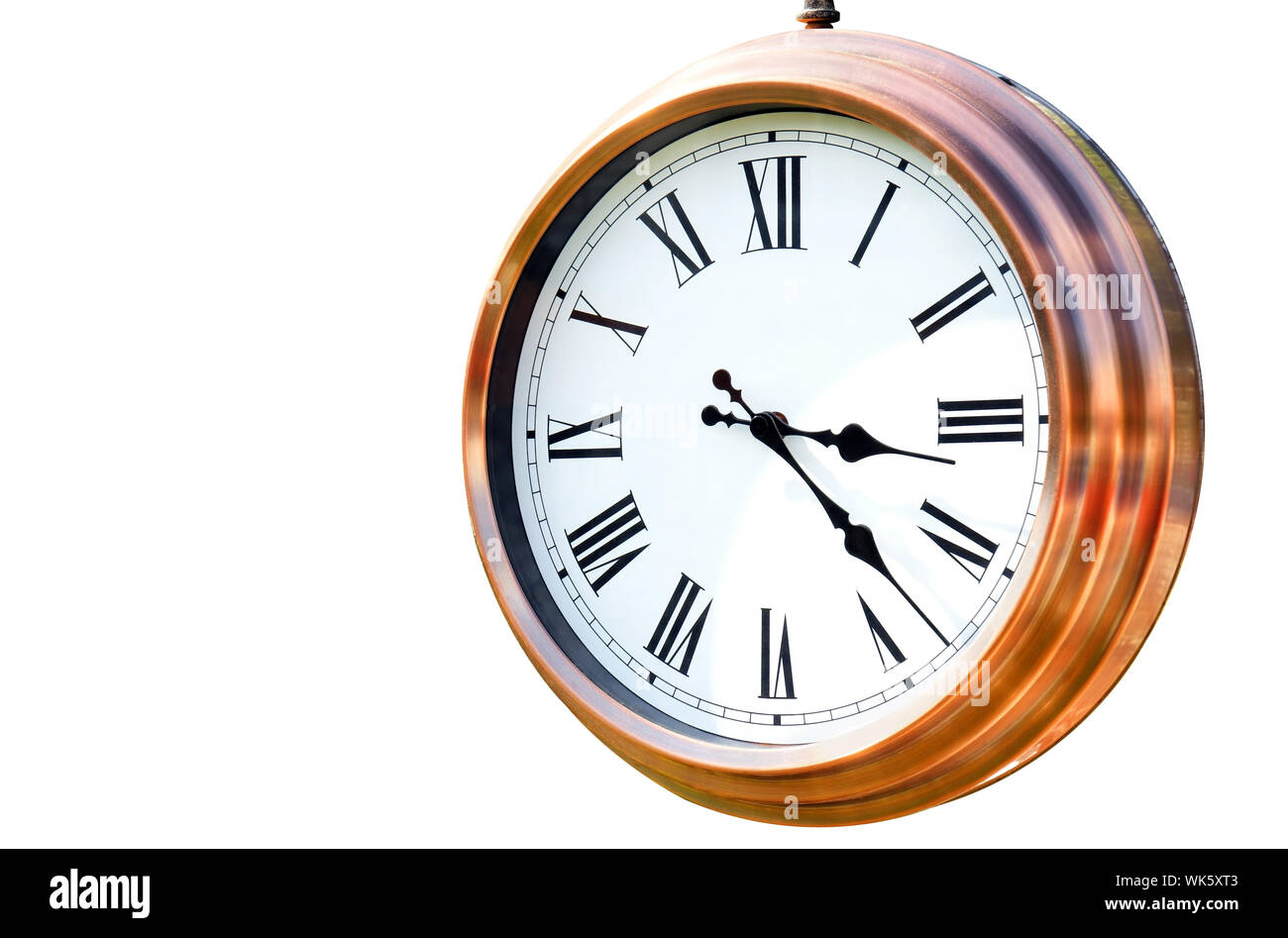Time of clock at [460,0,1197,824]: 3:22
